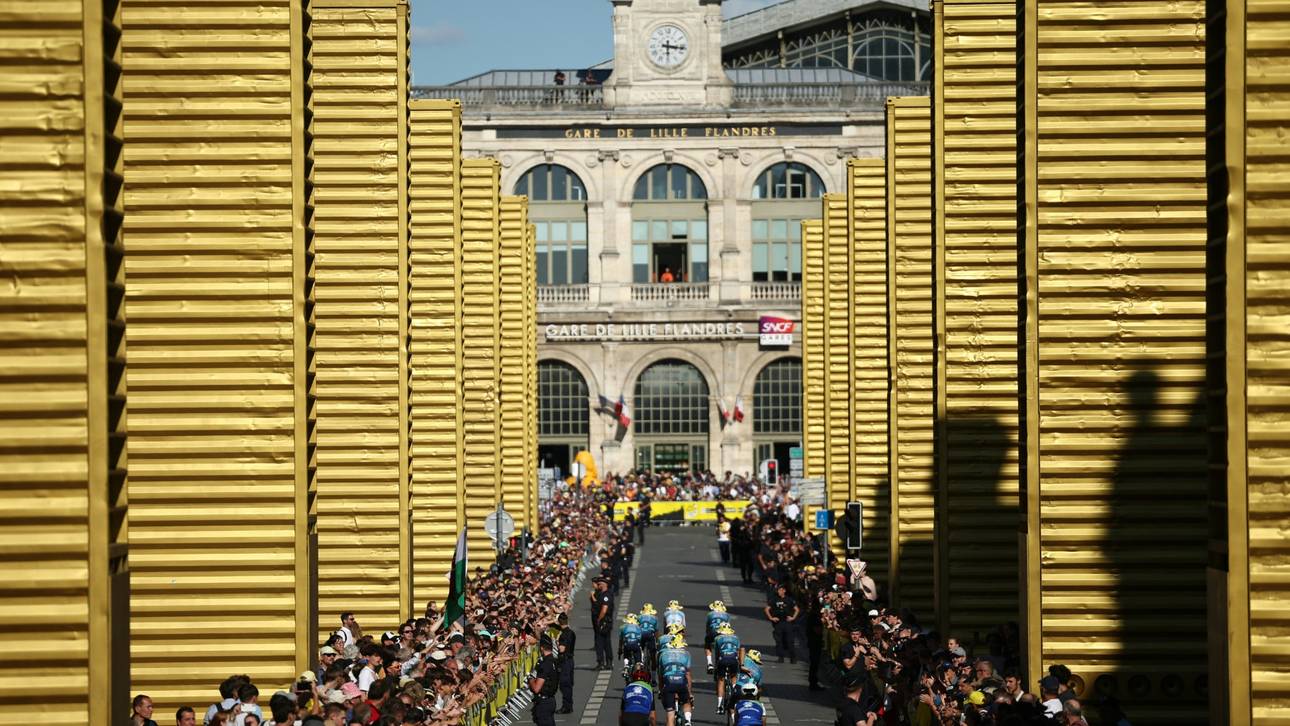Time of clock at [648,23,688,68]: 6:16
